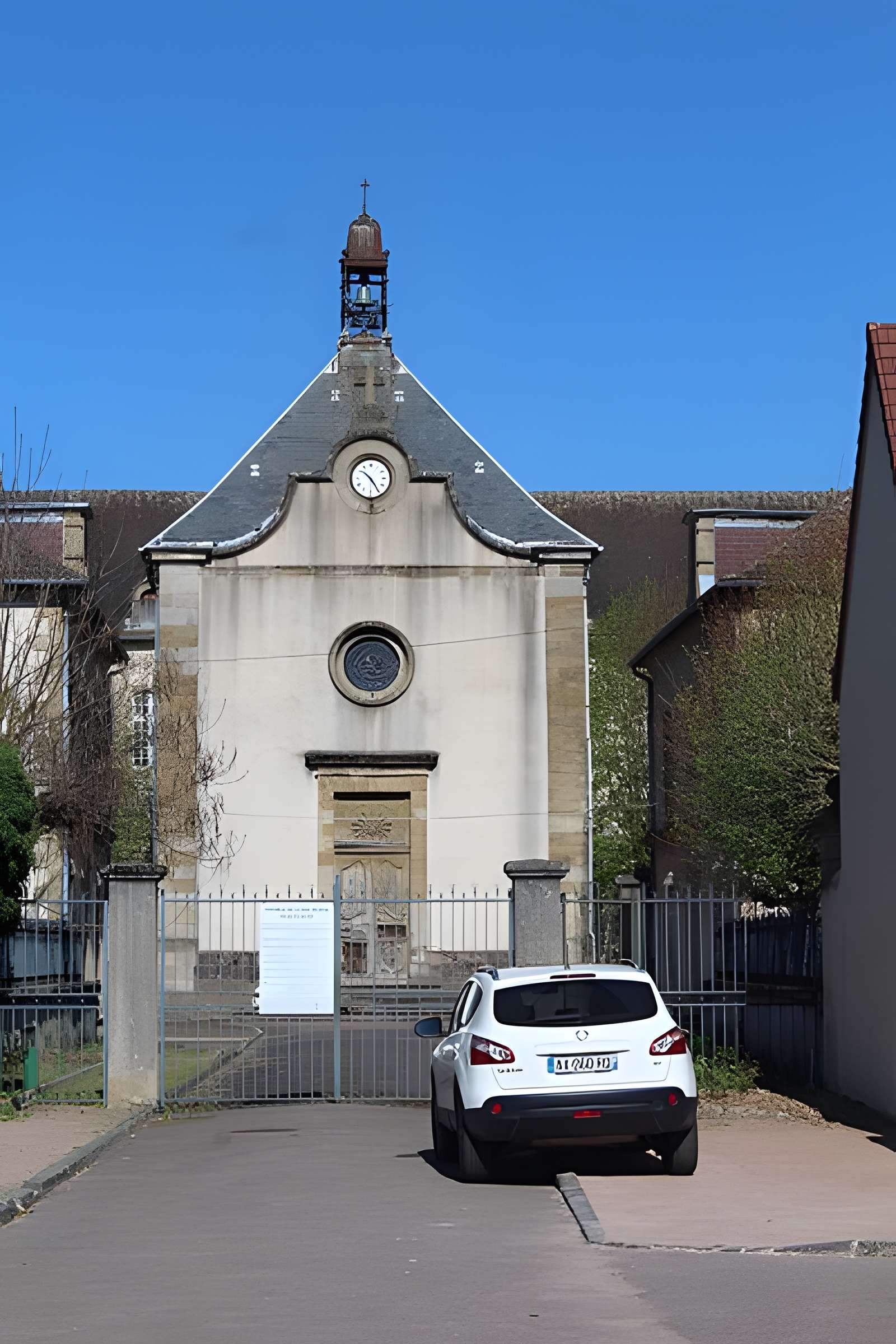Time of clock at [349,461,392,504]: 10:24
